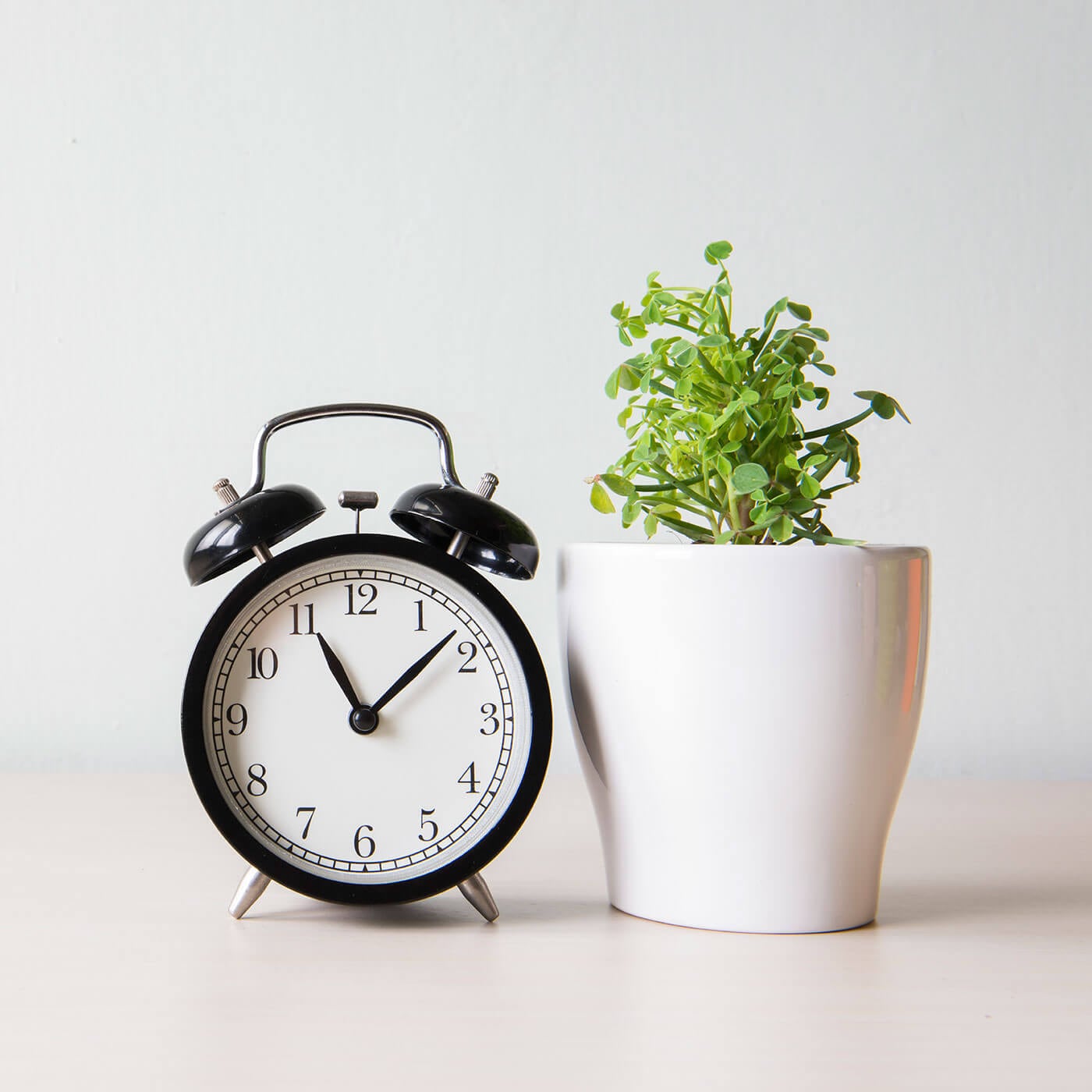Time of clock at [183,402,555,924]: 11:08
